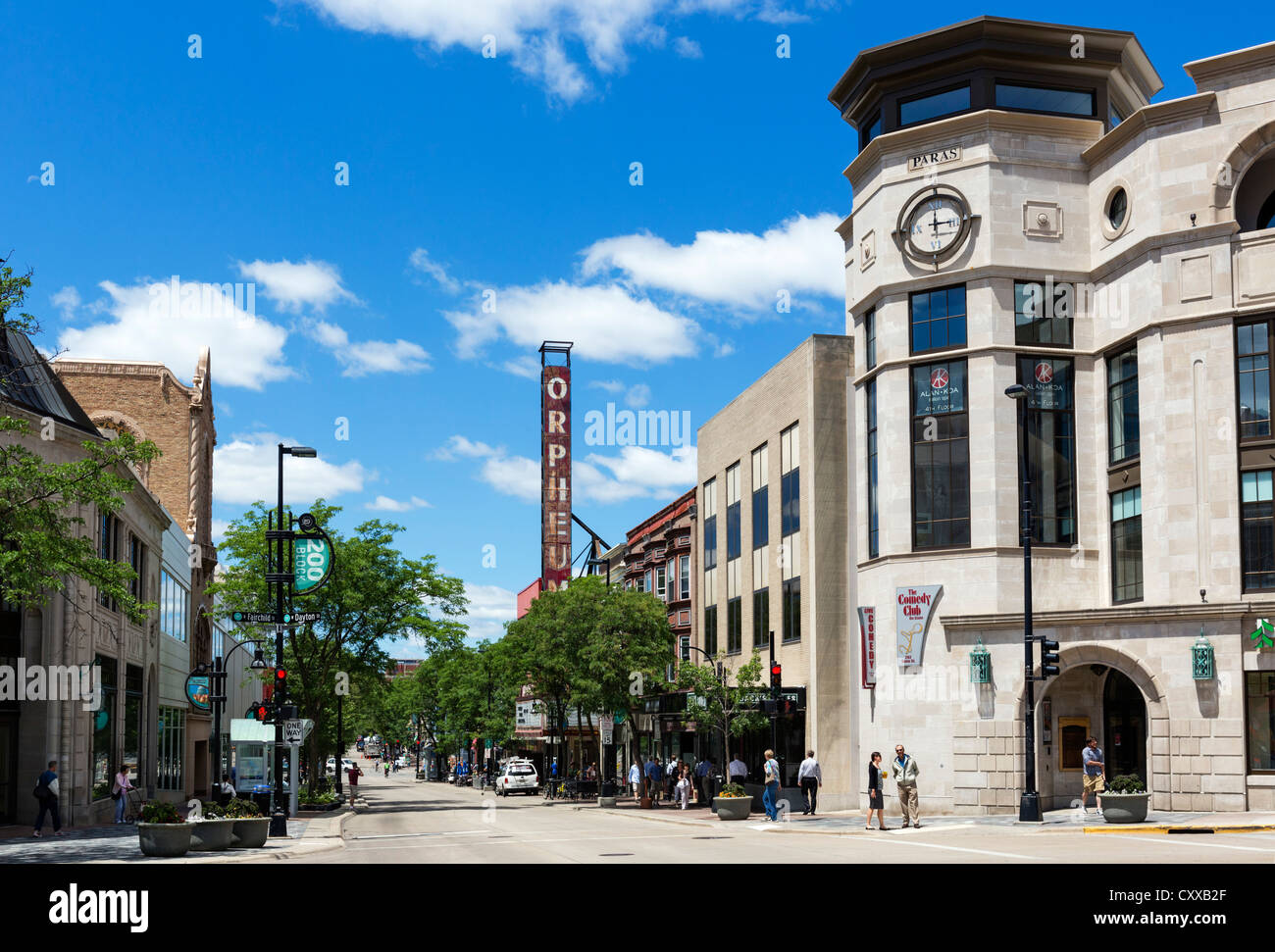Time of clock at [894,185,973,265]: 2:58
